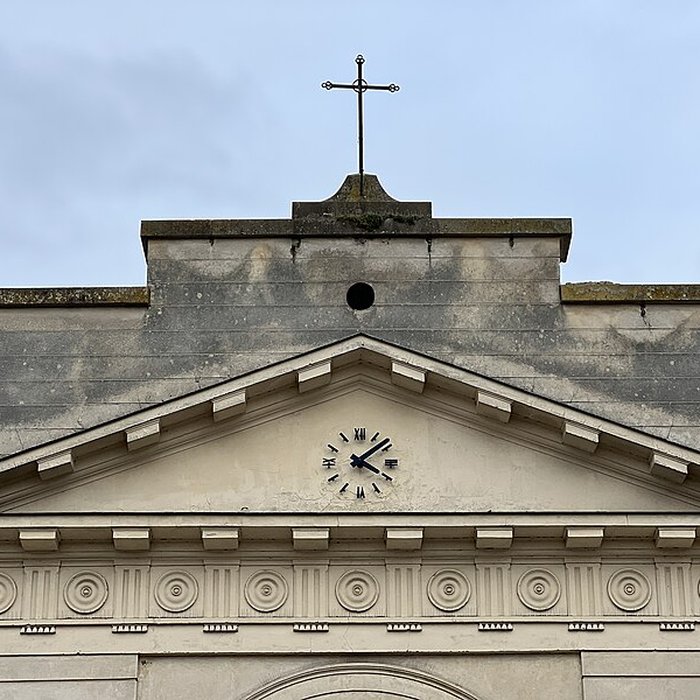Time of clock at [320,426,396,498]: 4:08
